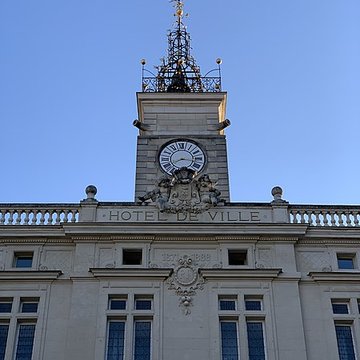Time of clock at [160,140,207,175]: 8:16
